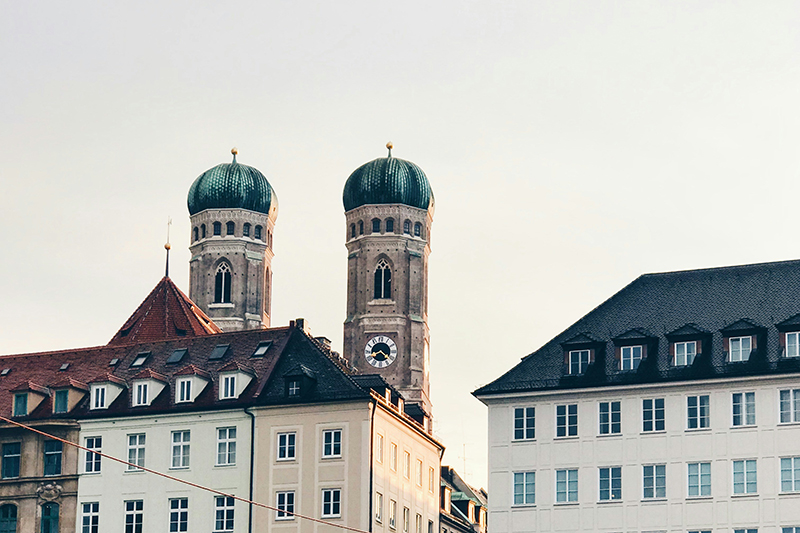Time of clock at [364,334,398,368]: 8:21
